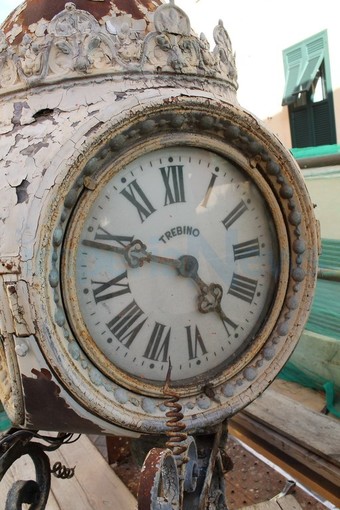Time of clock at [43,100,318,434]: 4:48
